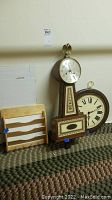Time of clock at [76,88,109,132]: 2:29
